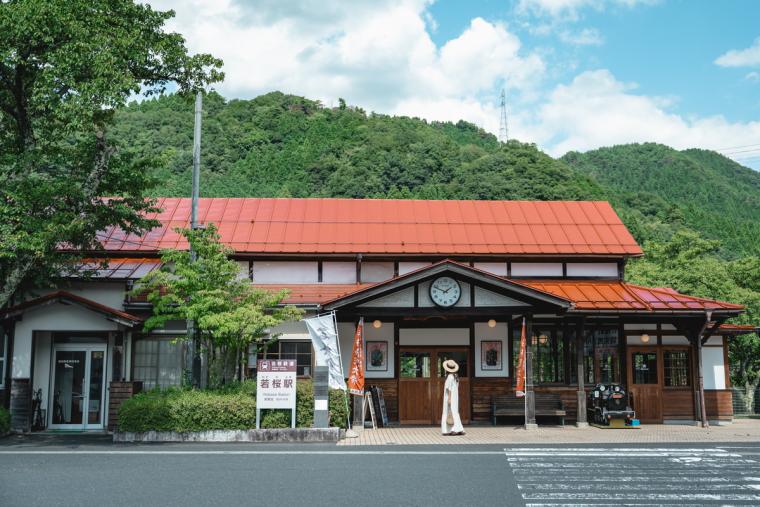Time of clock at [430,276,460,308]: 1:48
